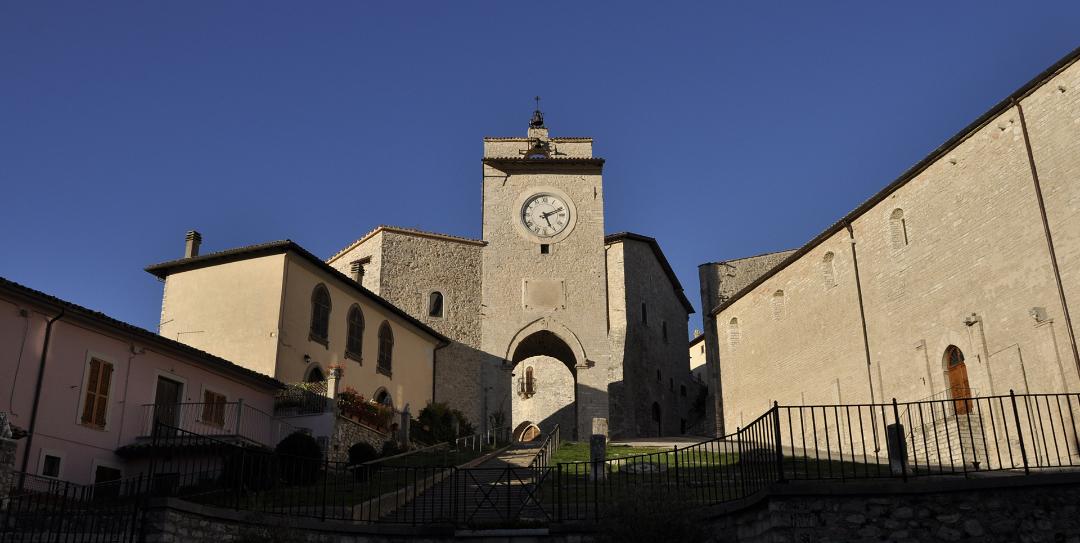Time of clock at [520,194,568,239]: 5:11
